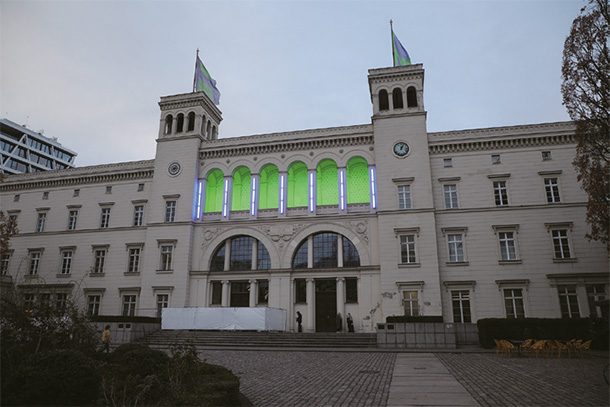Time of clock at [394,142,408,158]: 12:04
